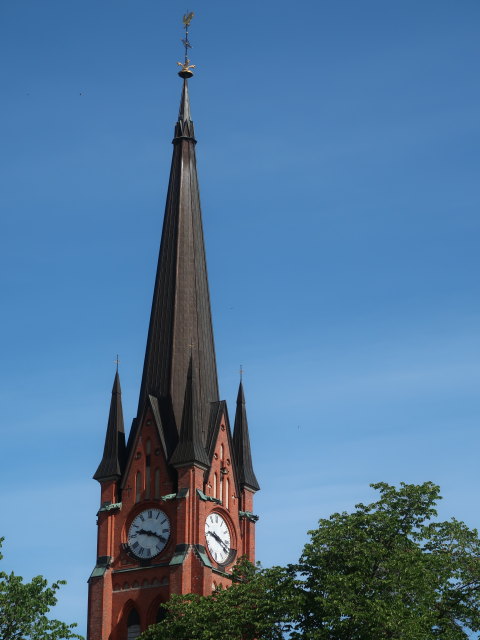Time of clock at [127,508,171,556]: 9:19
